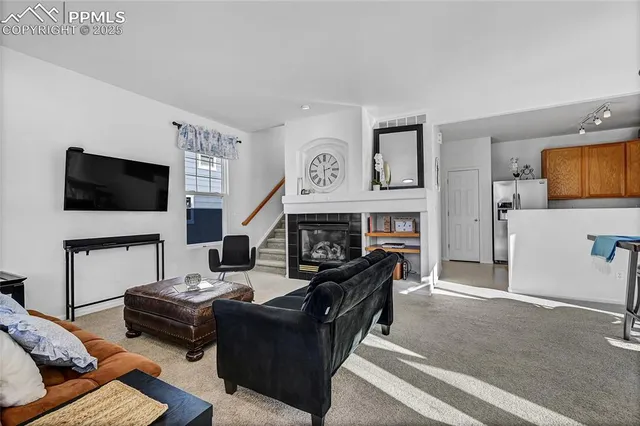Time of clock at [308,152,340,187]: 2:29
